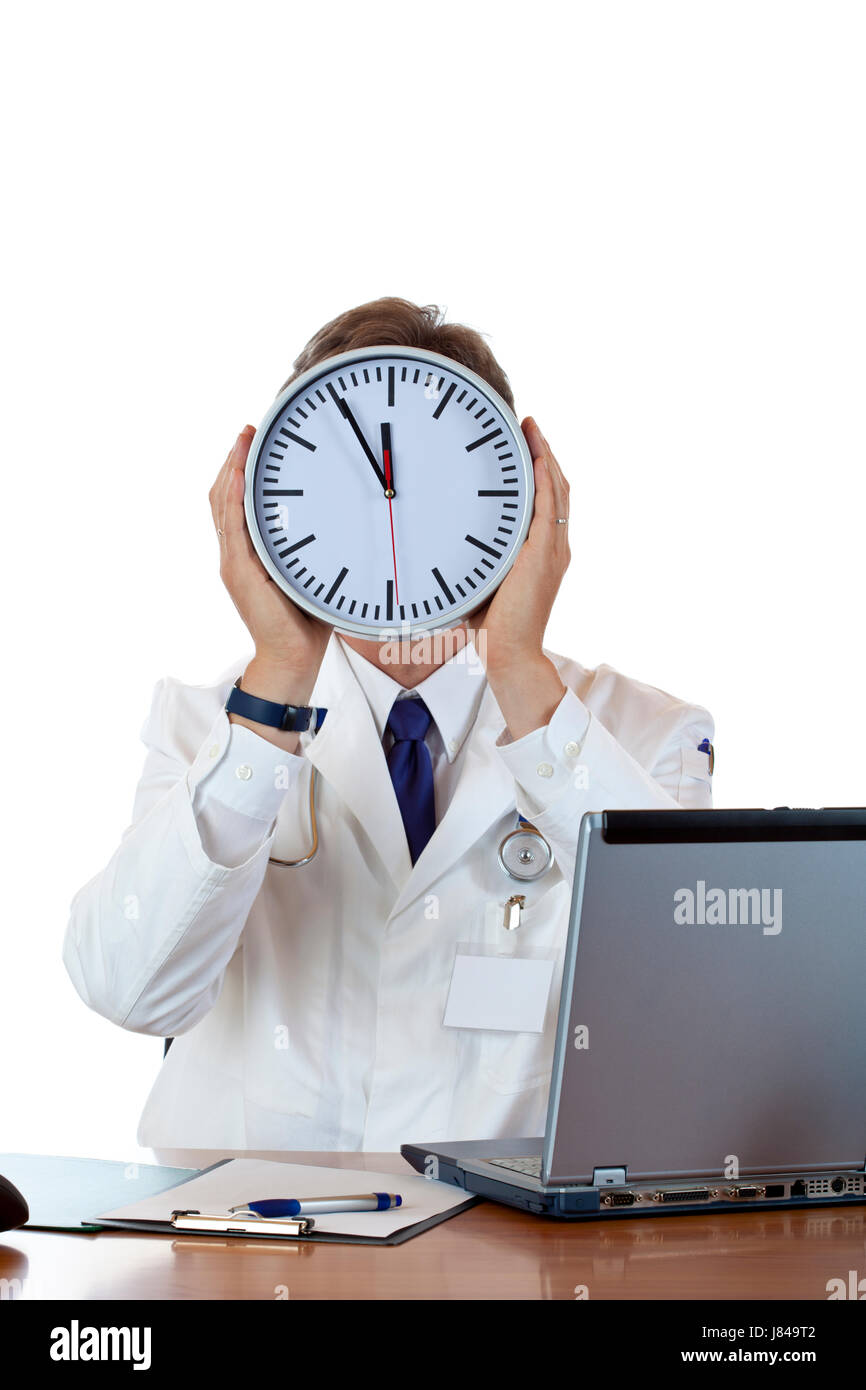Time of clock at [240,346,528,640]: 11:54
